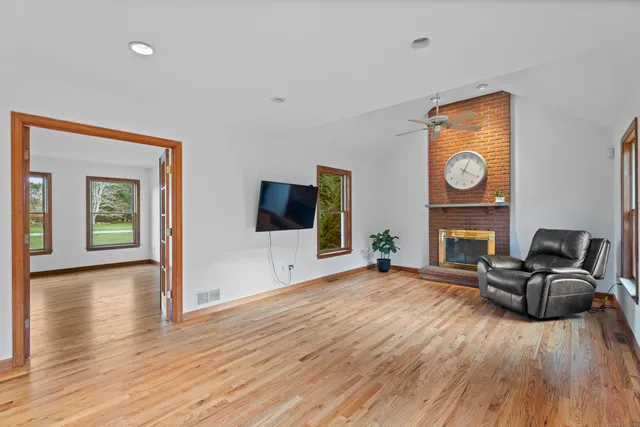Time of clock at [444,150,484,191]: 4:04
